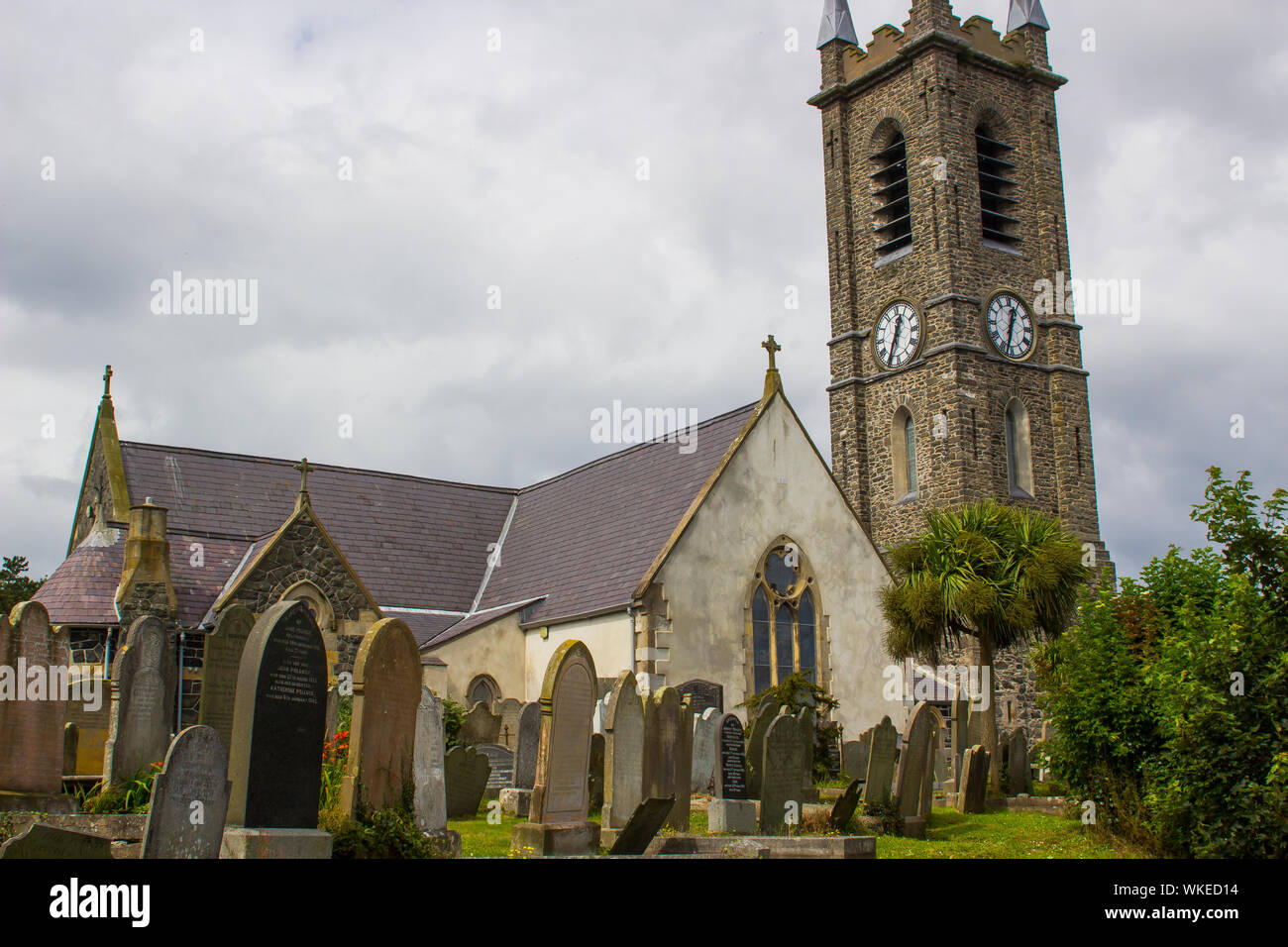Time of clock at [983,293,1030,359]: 12:32
